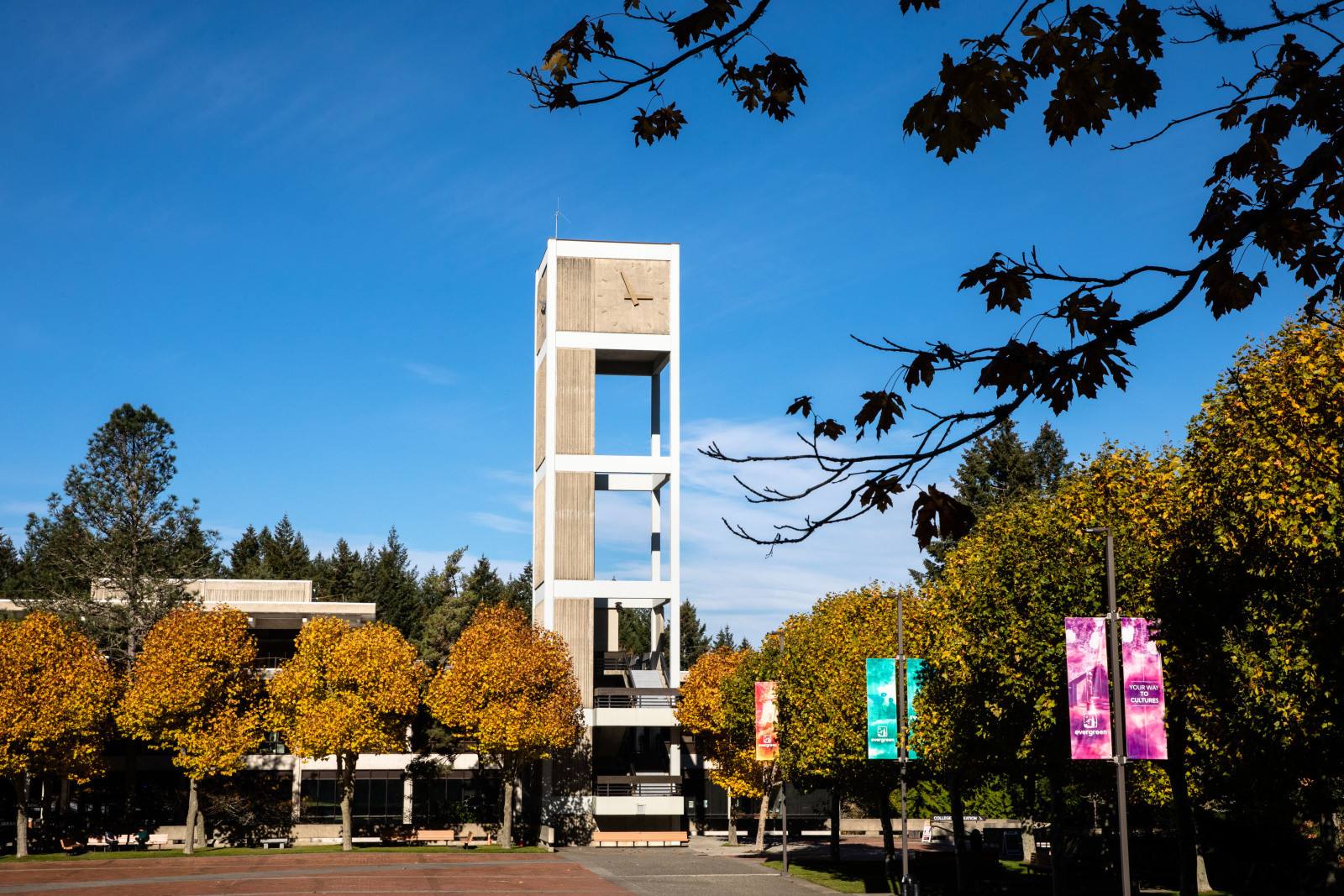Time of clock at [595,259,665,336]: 2:55
